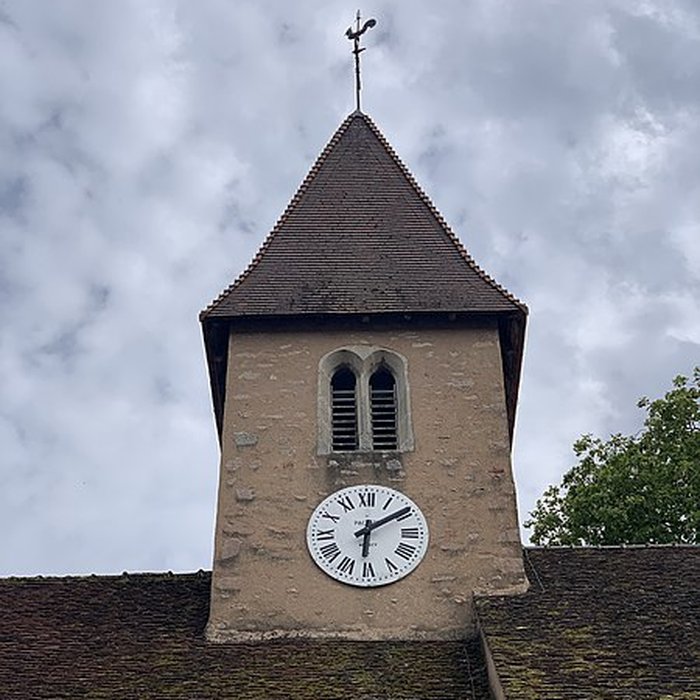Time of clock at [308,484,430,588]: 6:09
